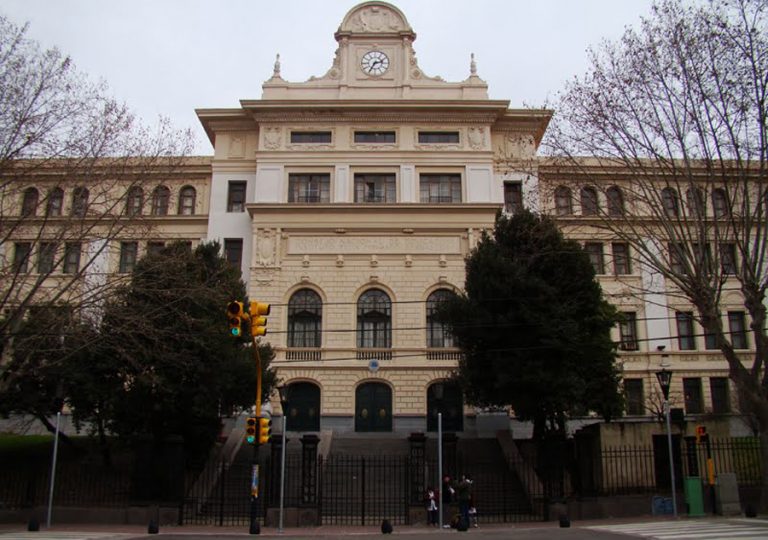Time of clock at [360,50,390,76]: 2:35
